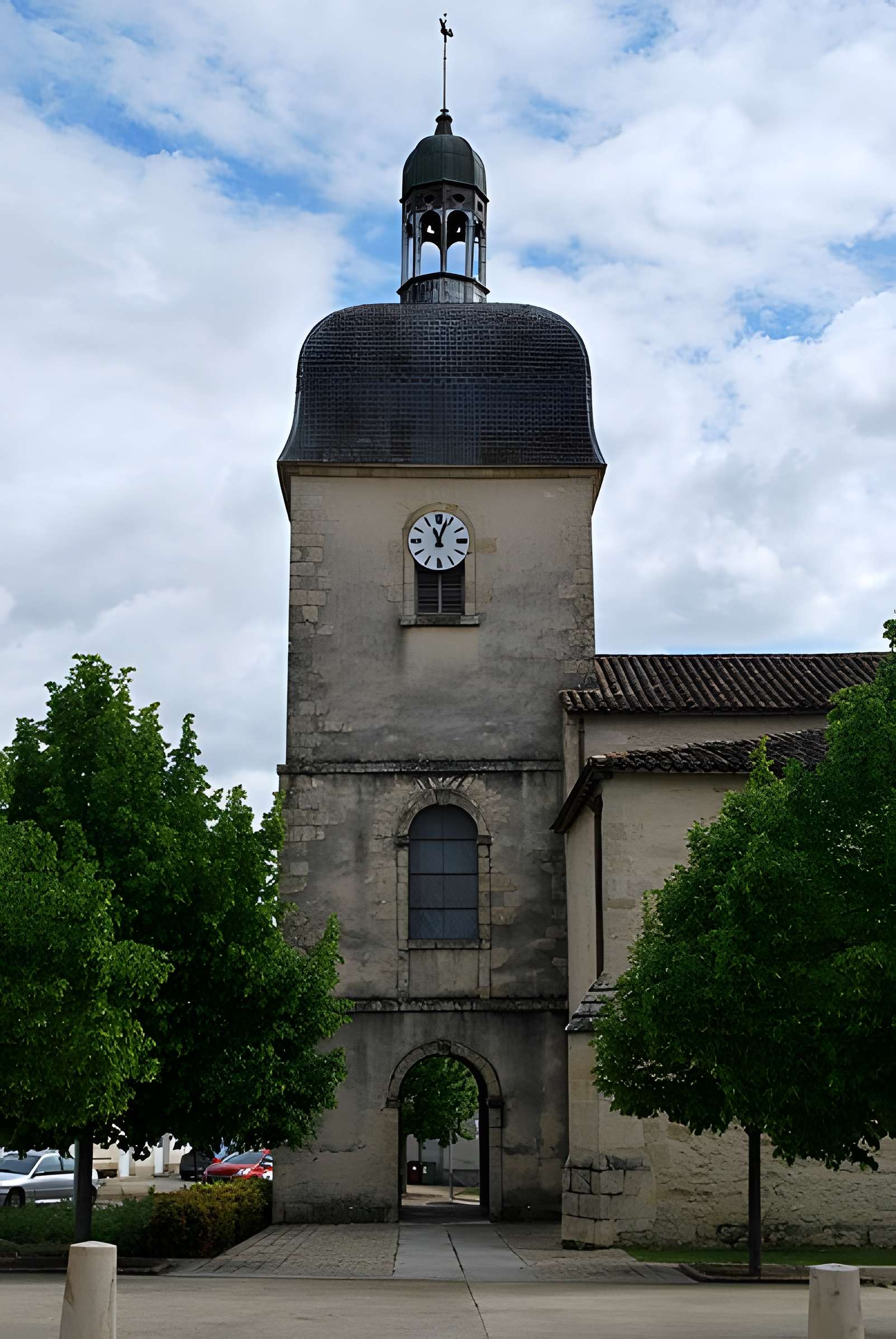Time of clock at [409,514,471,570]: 11:03
